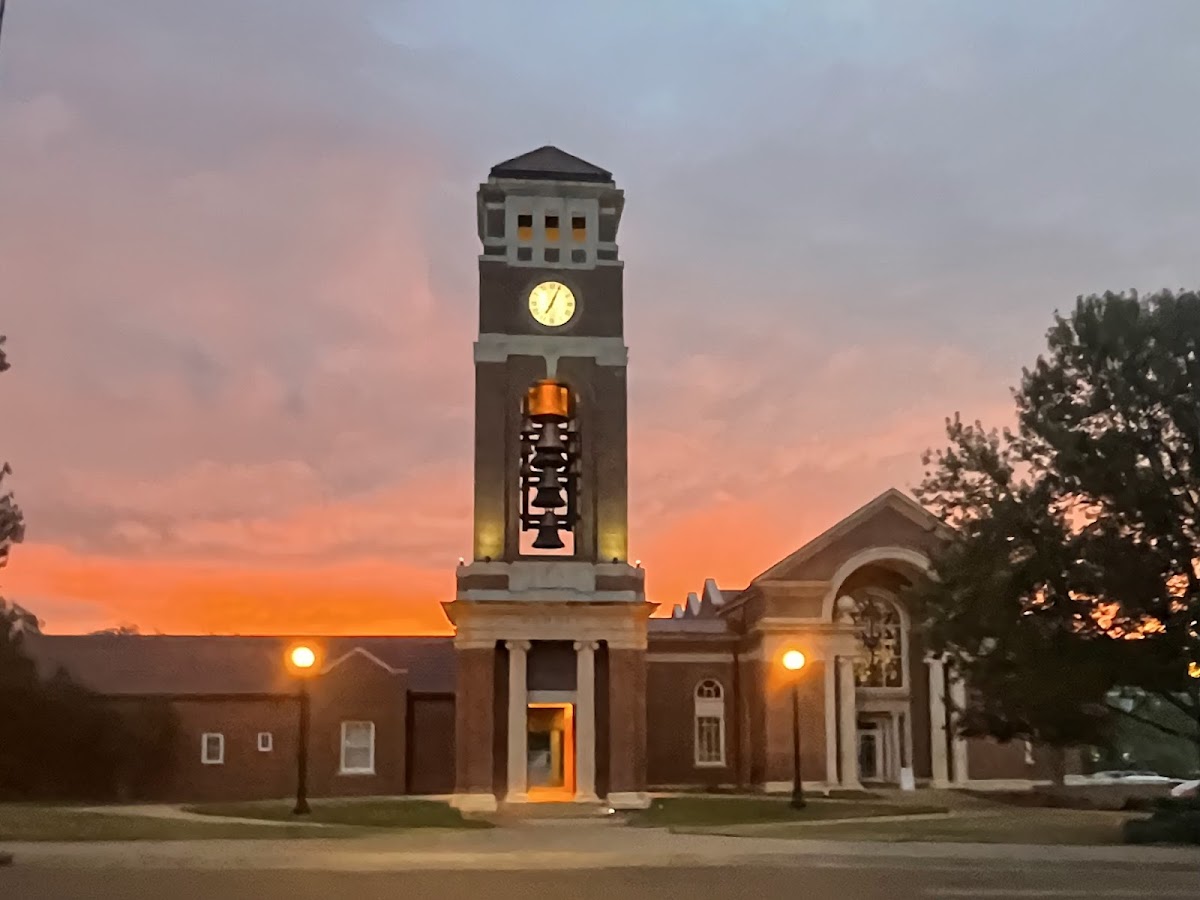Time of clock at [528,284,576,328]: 7:04
